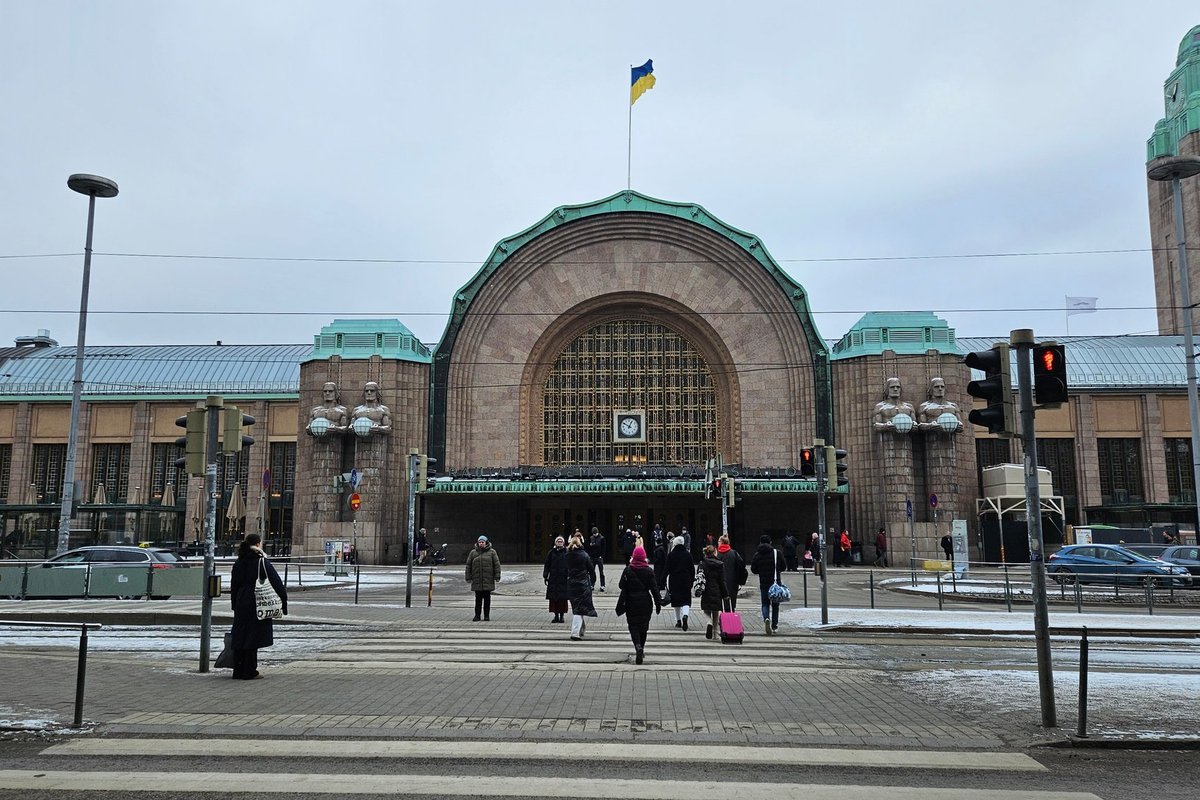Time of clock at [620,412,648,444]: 12:49
